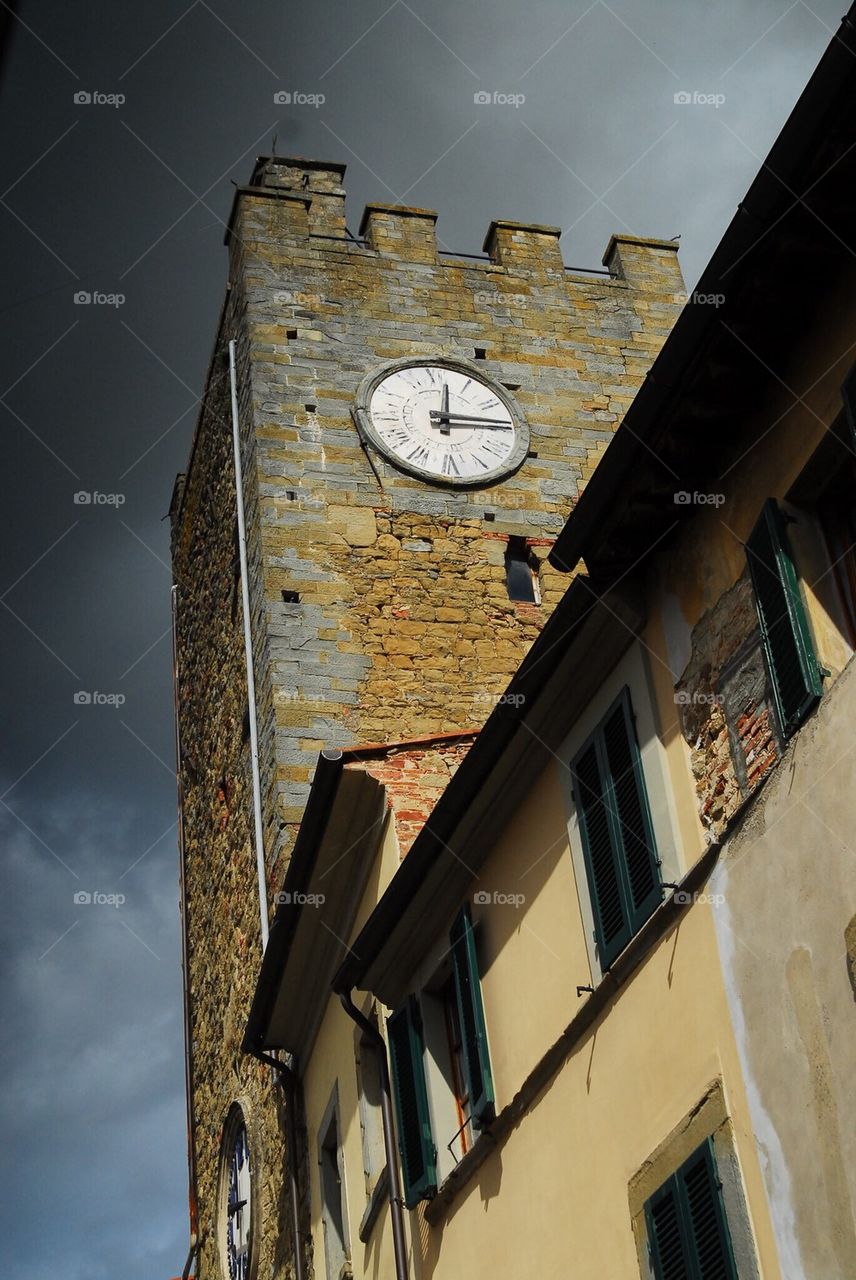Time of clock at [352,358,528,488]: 12:14
